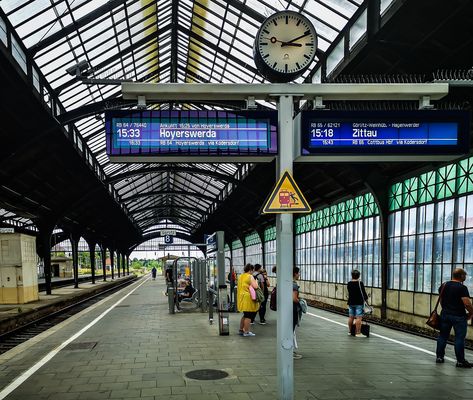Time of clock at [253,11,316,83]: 3:10
